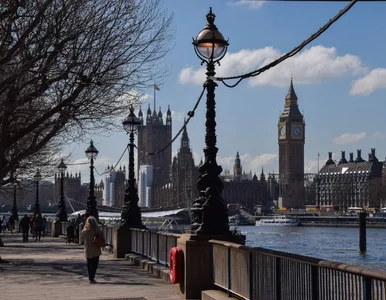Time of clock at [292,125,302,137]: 4:21
